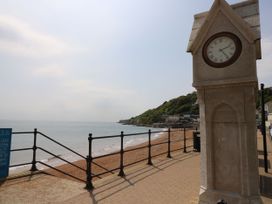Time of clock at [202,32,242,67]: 2:24
